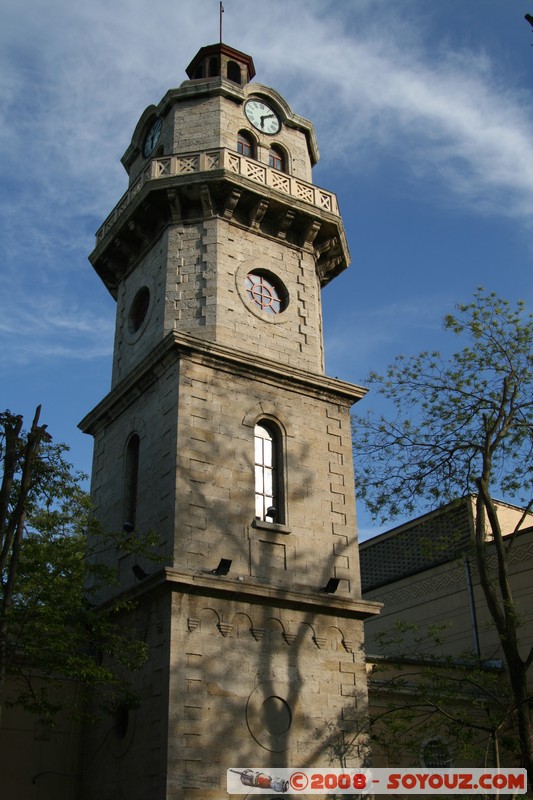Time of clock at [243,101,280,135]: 6:09
